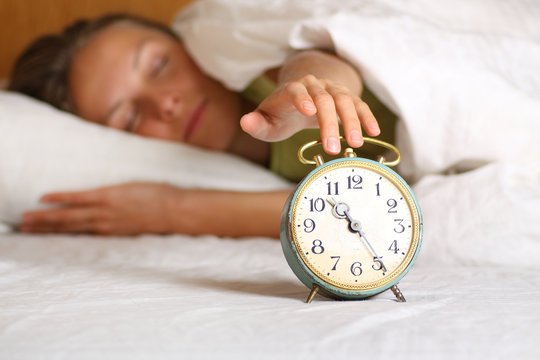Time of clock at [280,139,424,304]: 10:24
